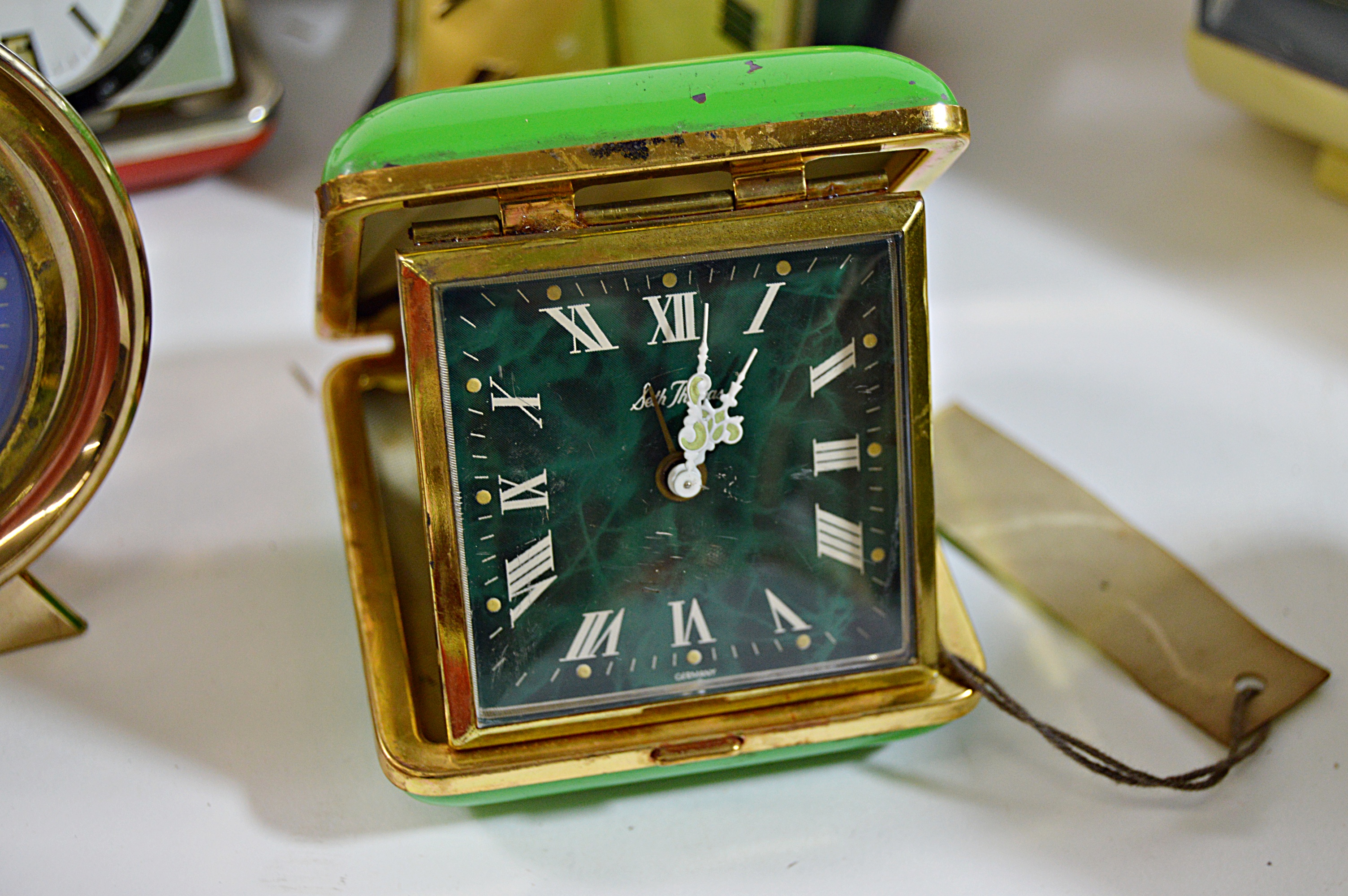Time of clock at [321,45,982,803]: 1:02
